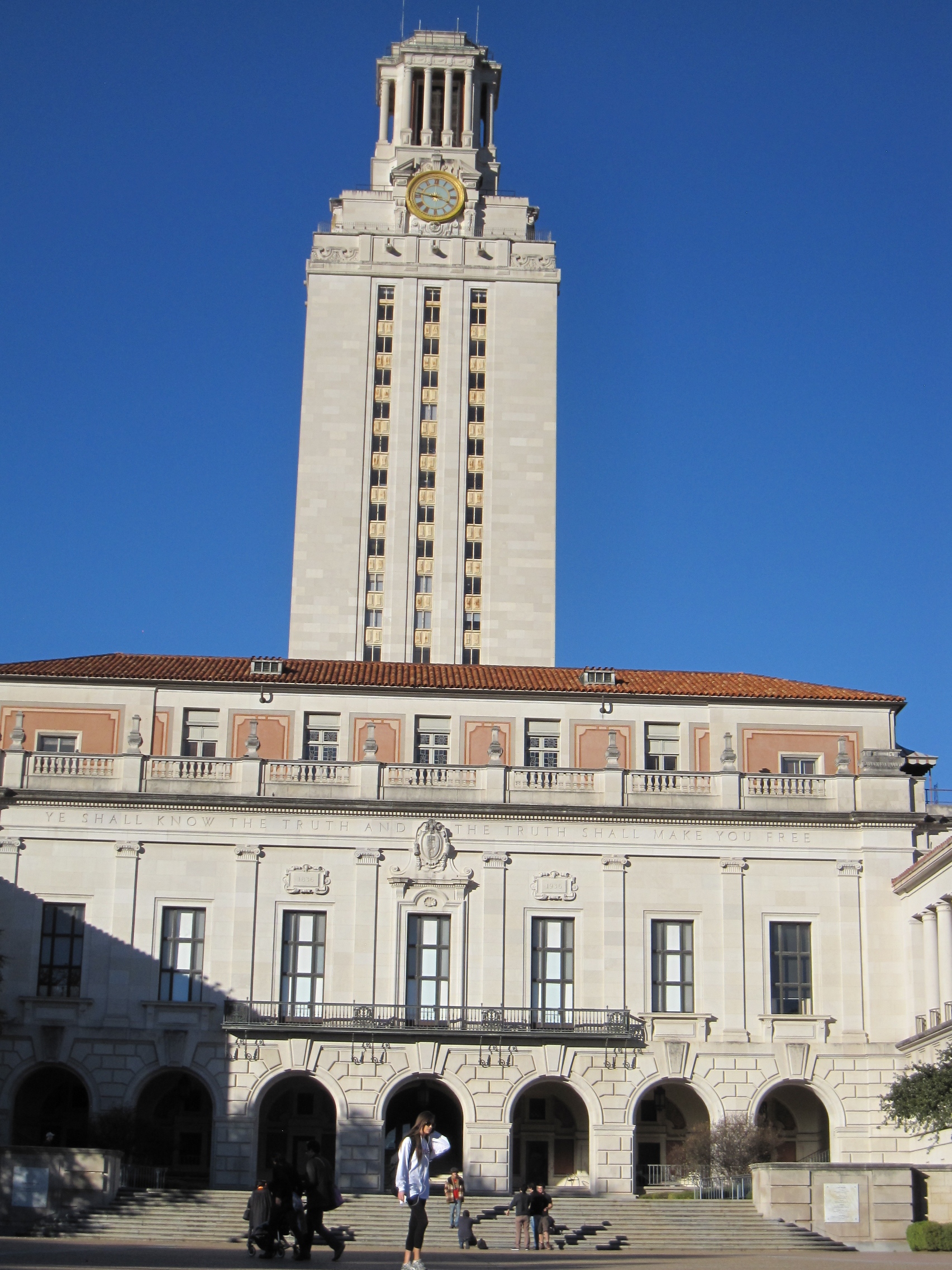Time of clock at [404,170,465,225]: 3:46
